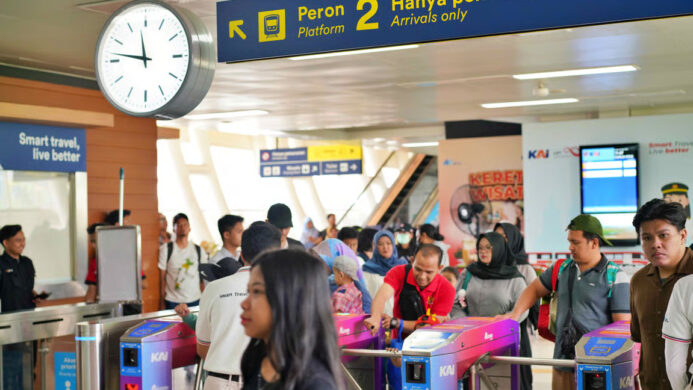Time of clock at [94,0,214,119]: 11:46
